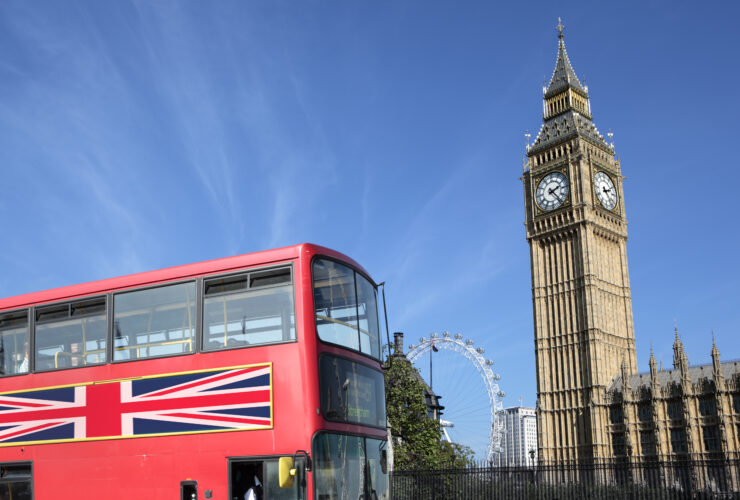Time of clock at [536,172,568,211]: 2:23
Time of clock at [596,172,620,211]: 2:23
